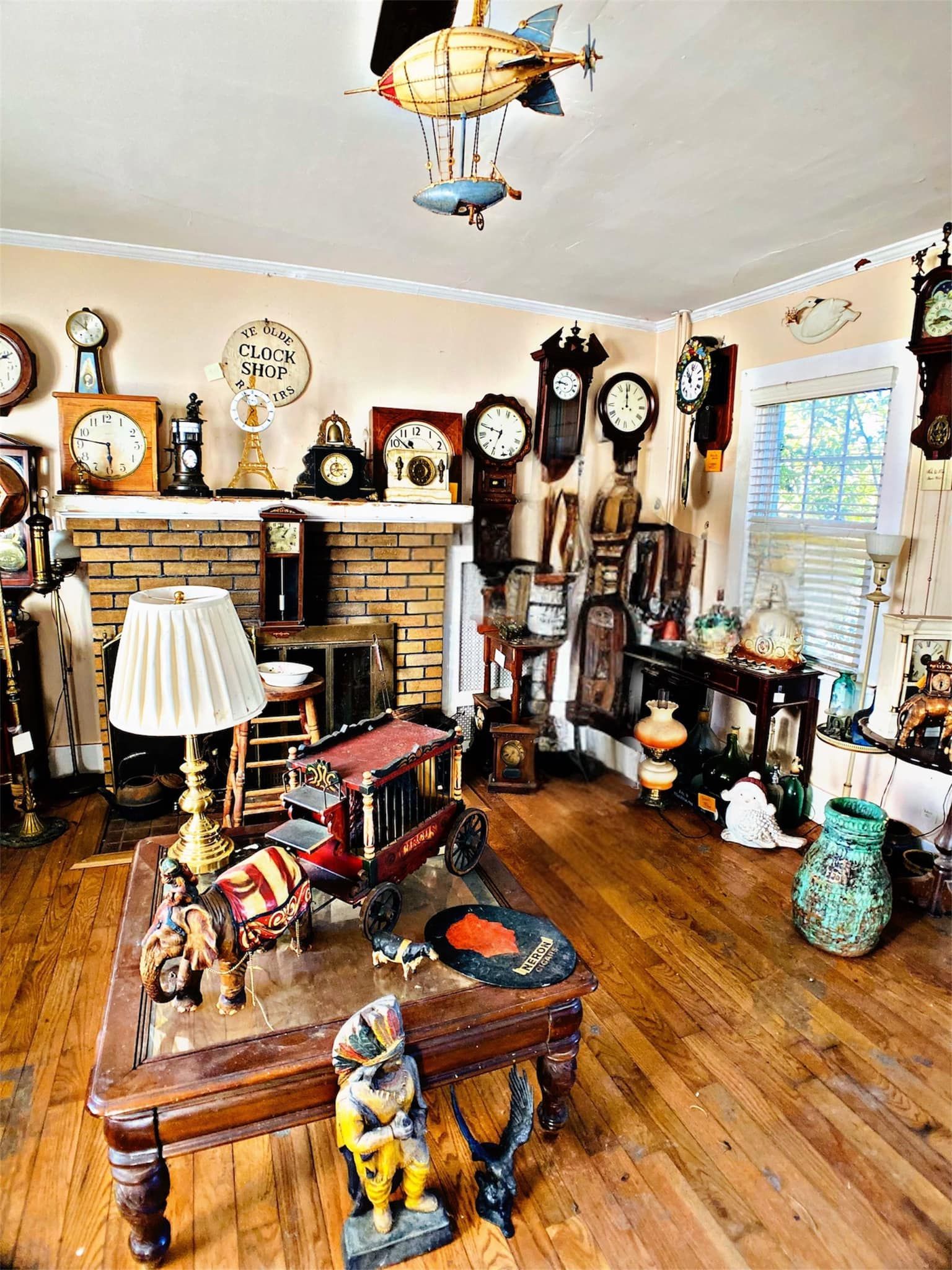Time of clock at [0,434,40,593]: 5:46
